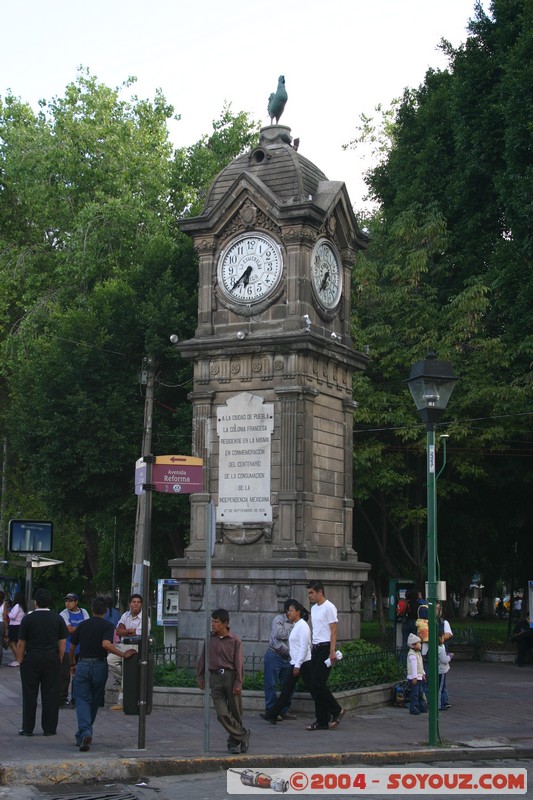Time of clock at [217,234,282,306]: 6:37
